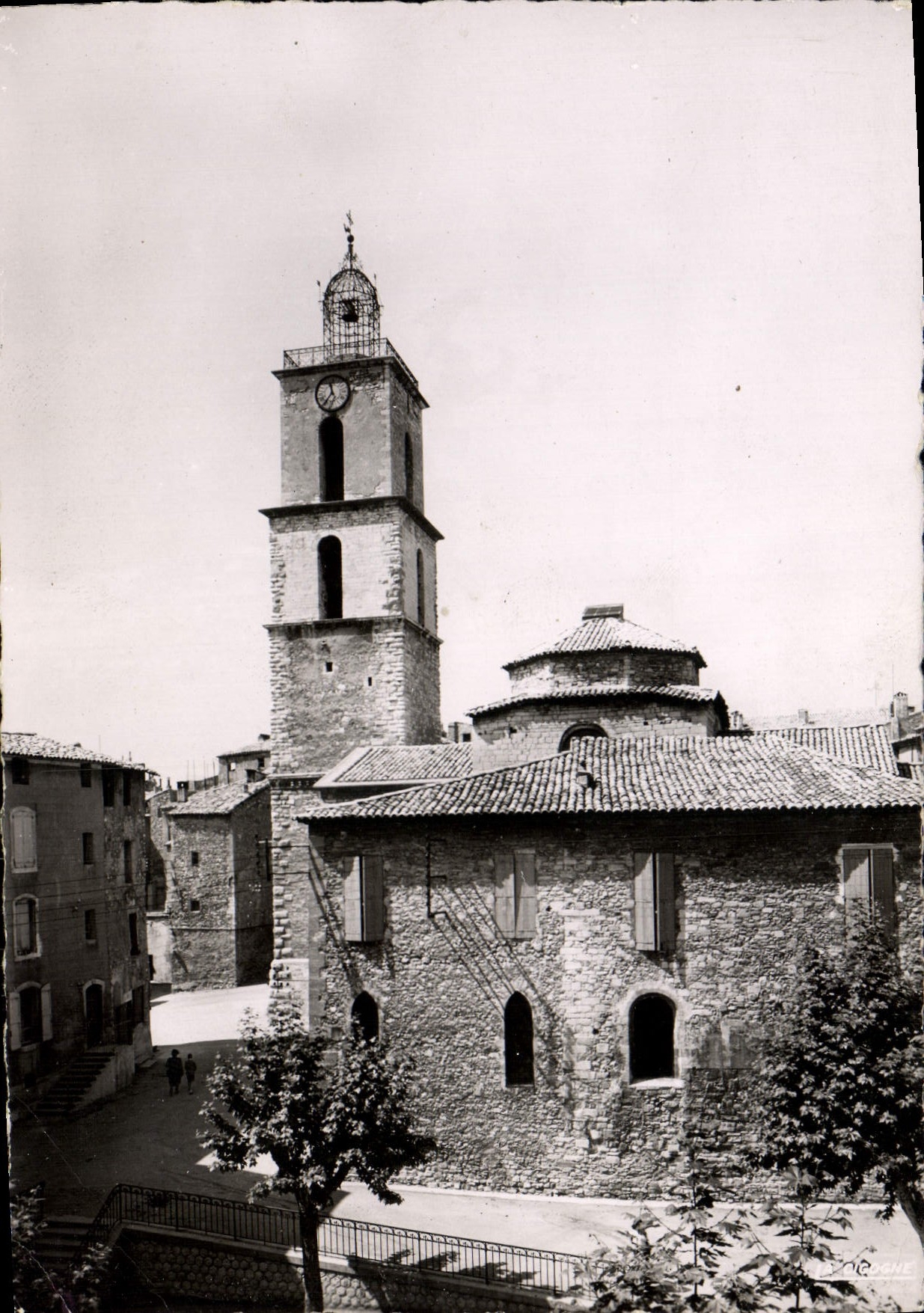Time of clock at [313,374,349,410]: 11:35
